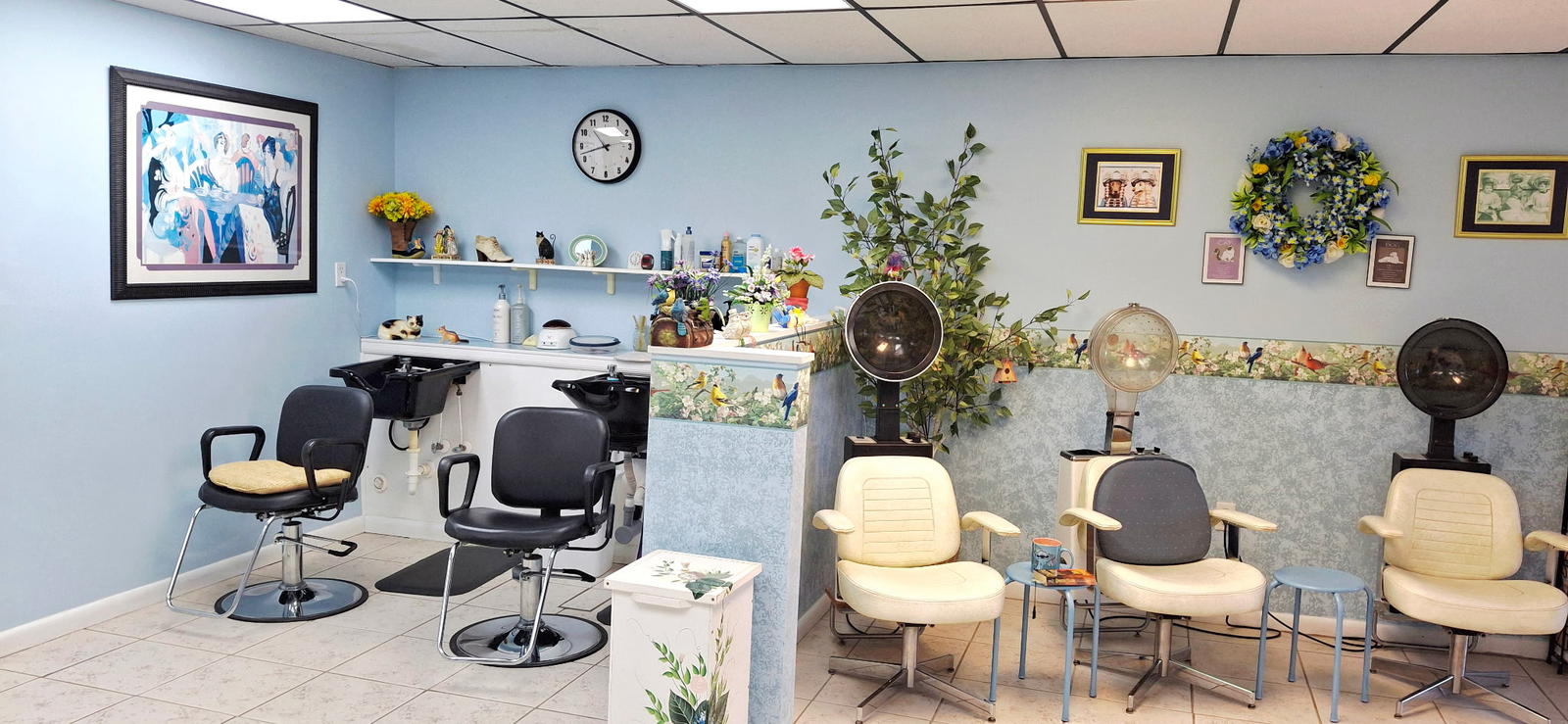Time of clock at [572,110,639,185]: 10:42
